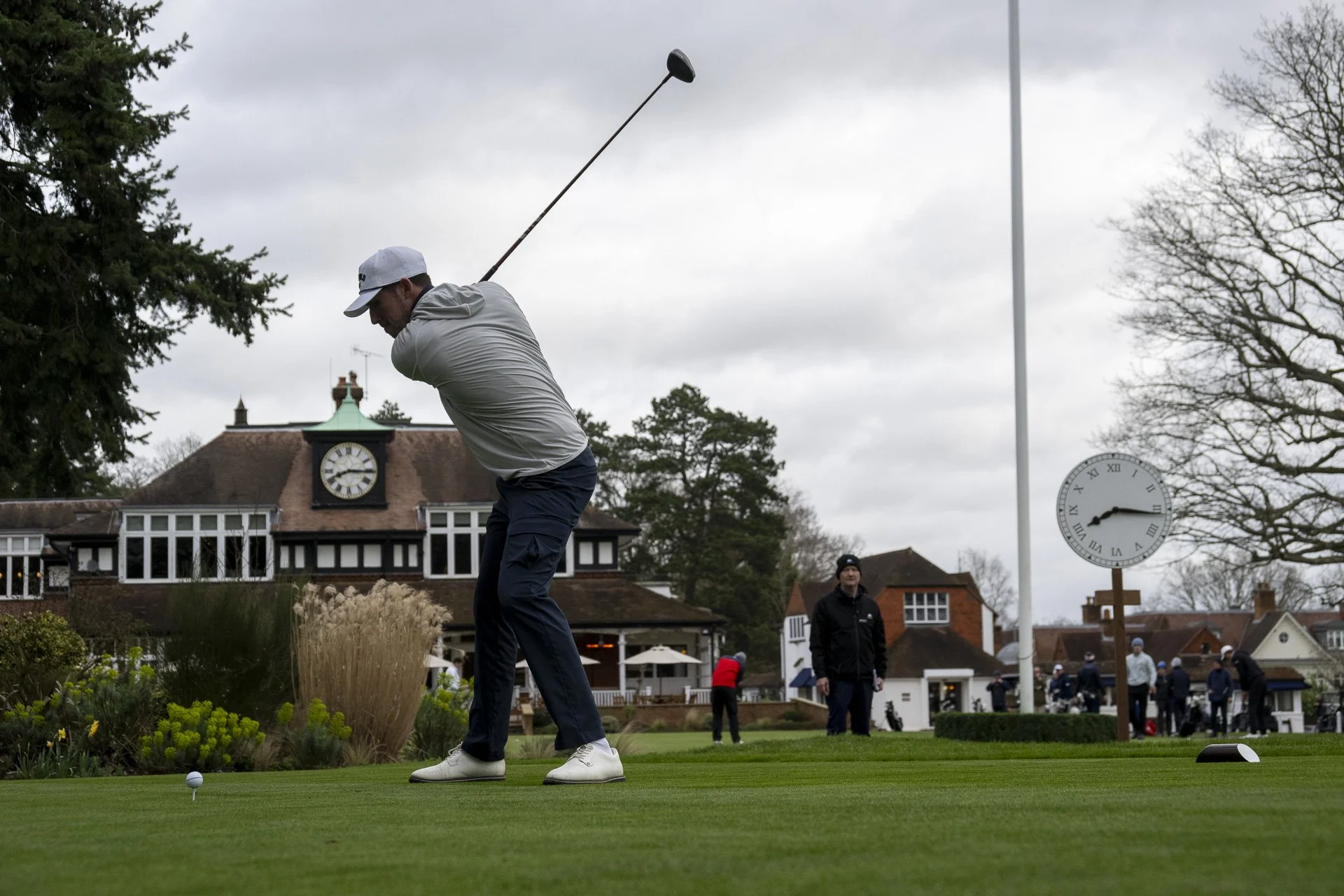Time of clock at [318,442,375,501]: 8:15
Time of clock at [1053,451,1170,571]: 8:16
